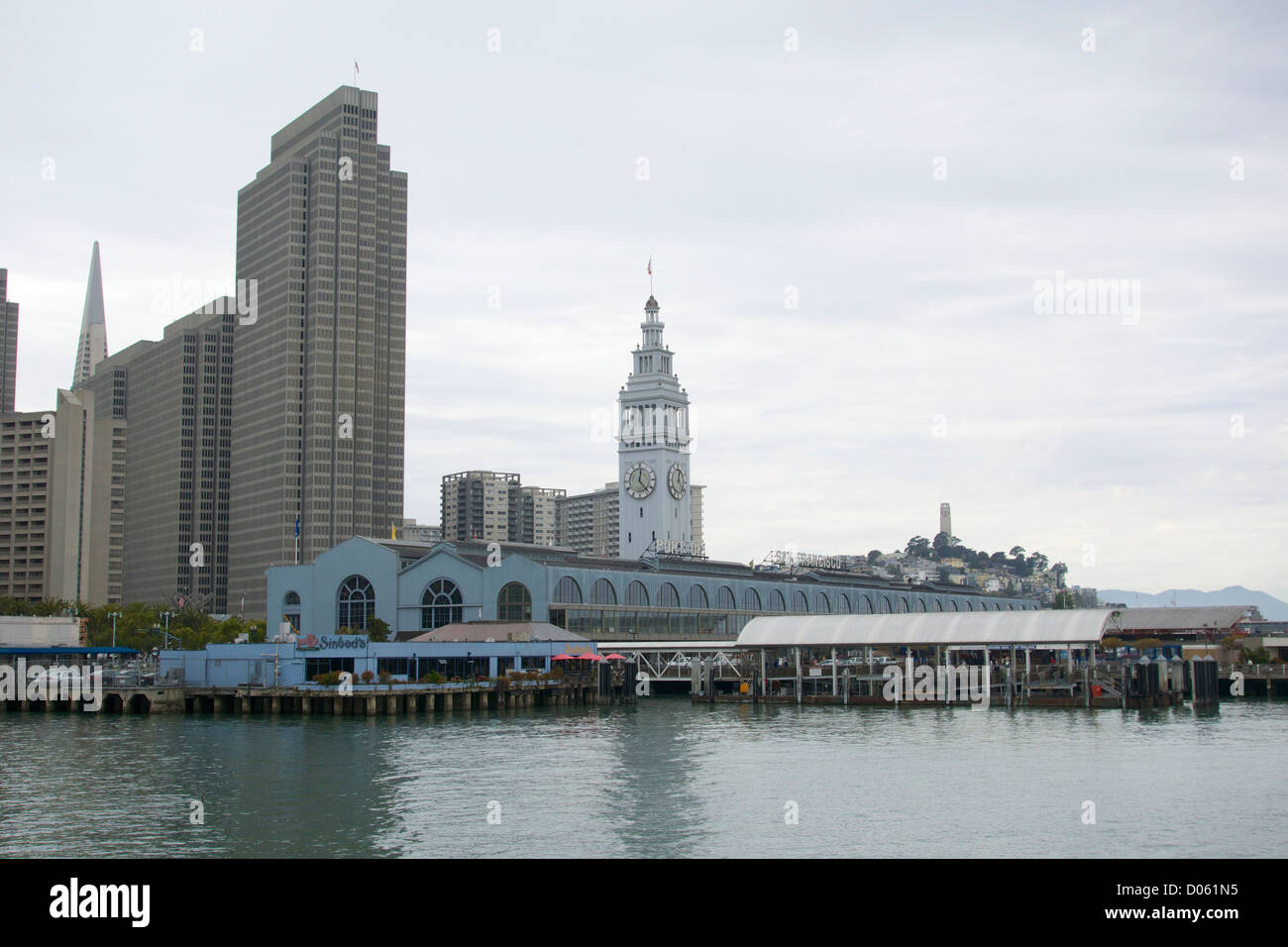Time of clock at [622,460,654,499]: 12:23
